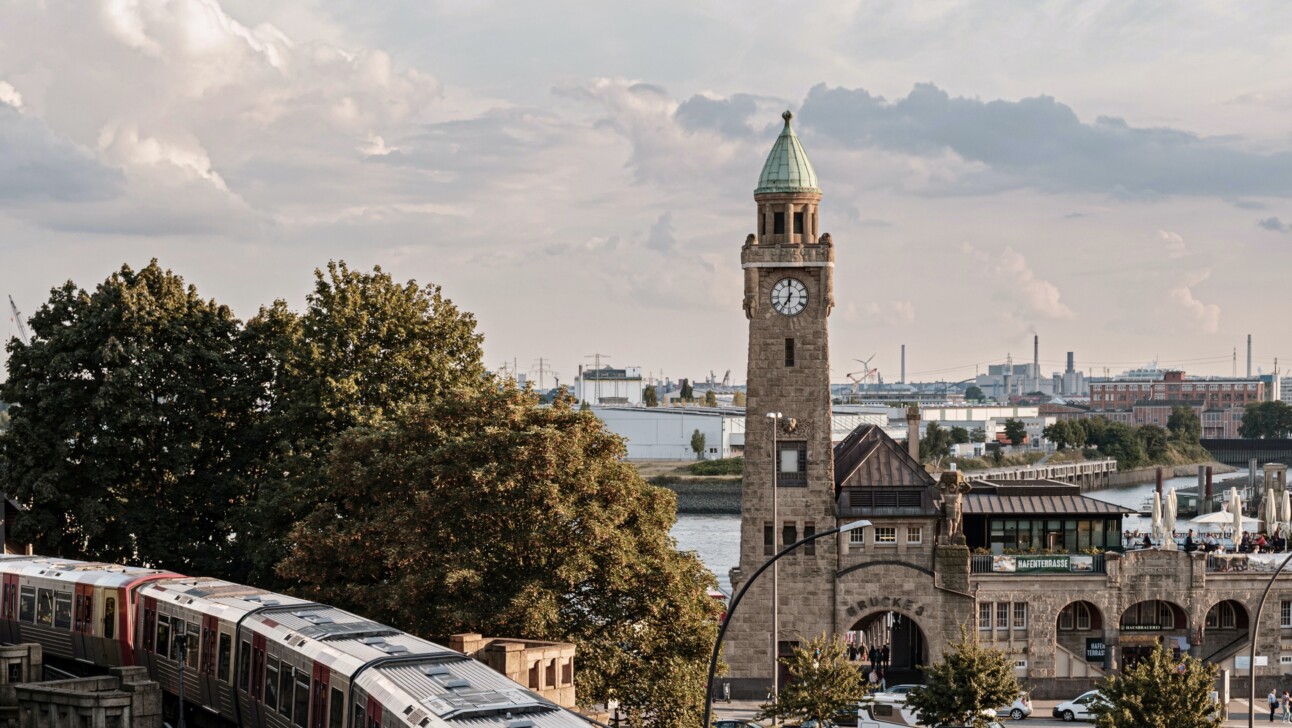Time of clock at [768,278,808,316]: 6:59
